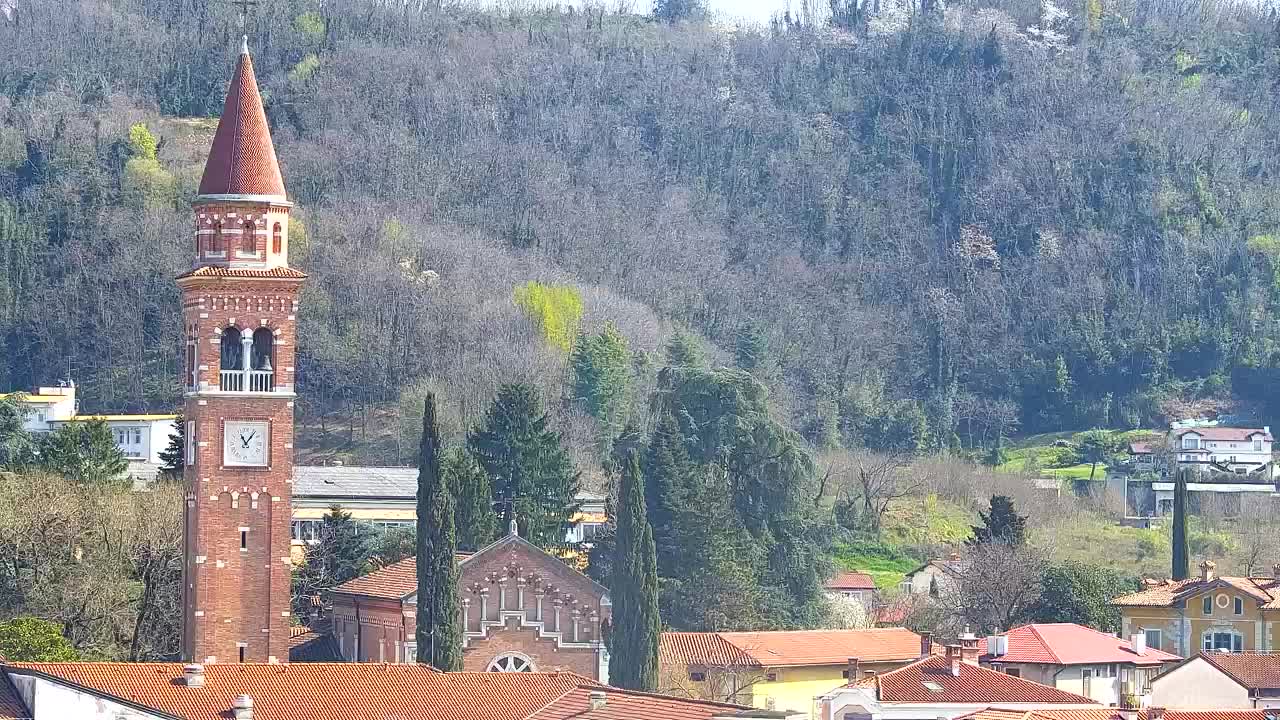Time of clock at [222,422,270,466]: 11:06
